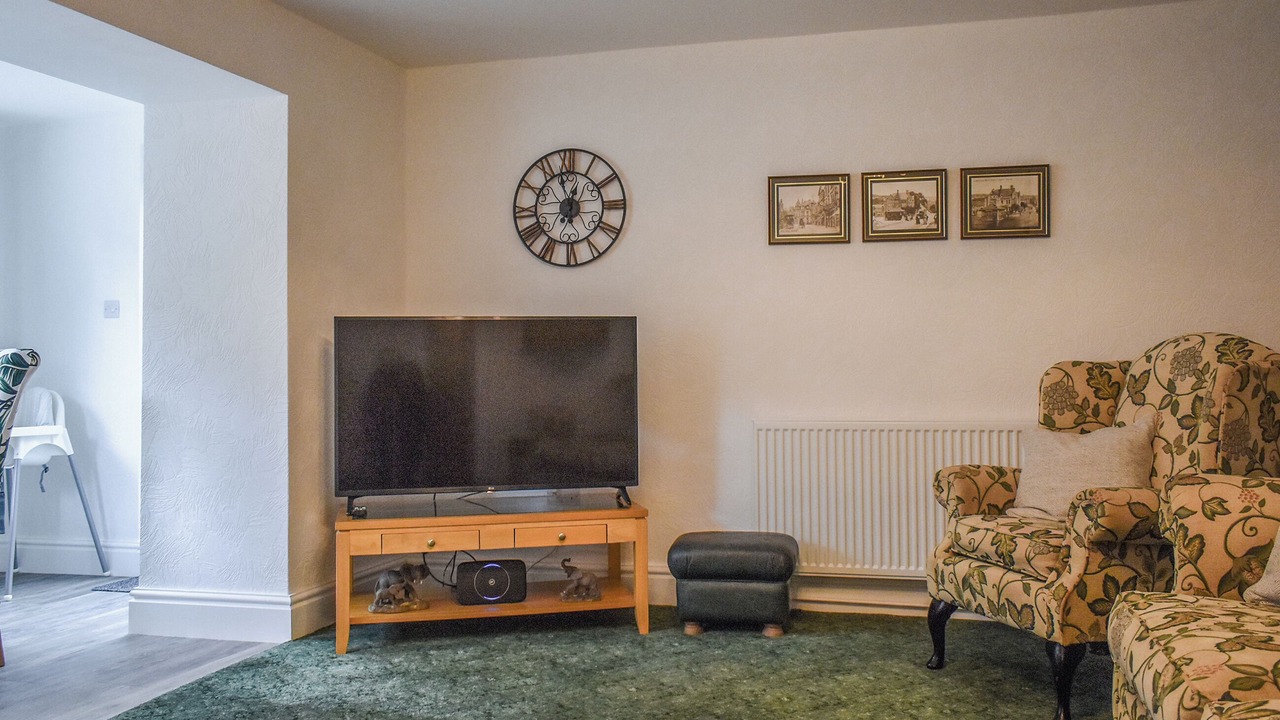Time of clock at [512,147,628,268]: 12:57
